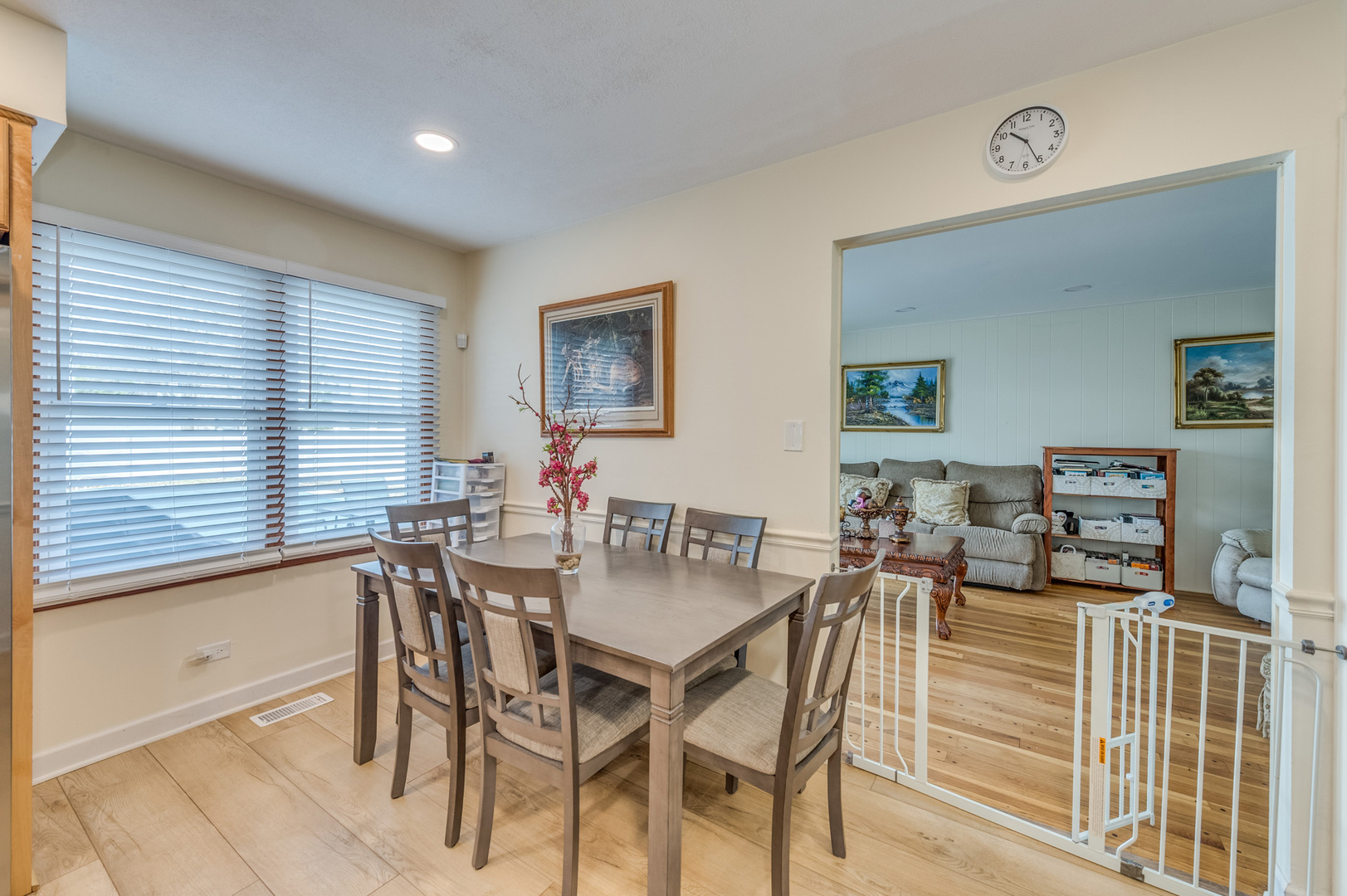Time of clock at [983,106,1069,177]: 10:25
